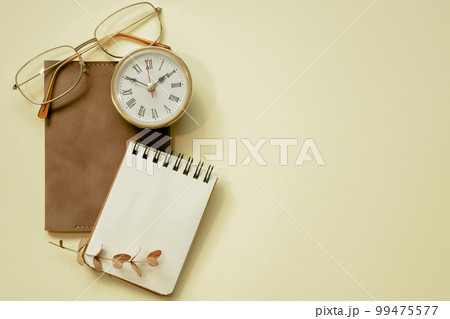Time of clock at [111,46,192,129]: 1:50
